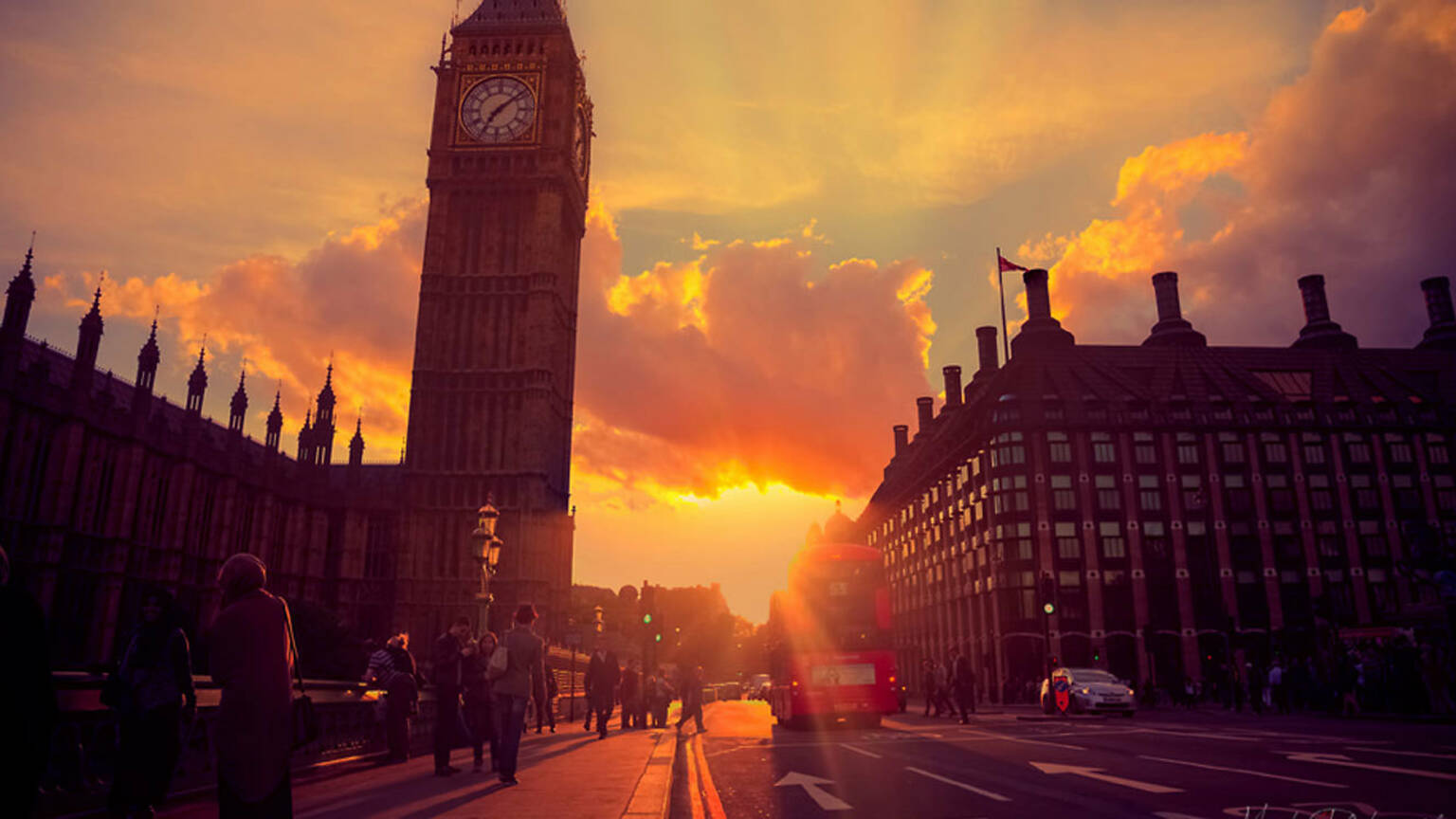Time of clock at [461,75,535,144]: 7:08
